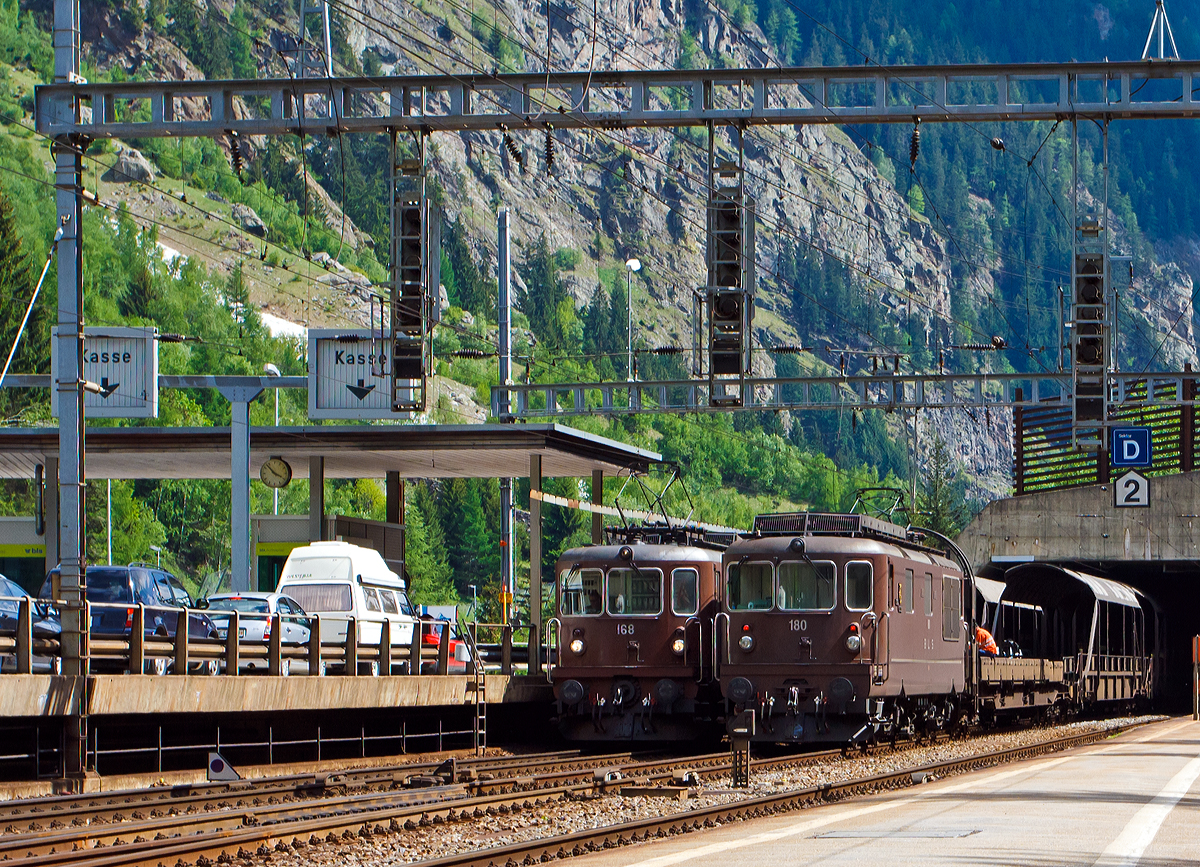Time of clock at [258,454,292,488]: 3:52
